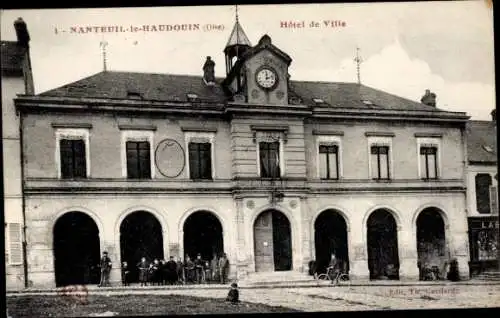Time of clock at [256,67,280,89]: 12:12
